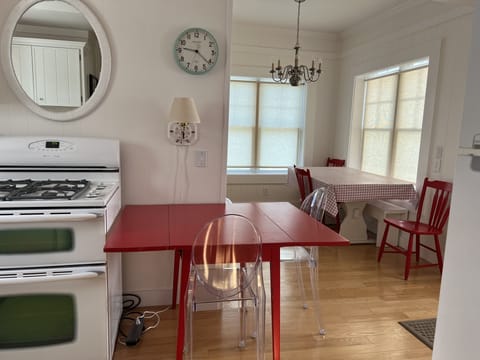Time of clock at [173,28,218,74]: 9:21
